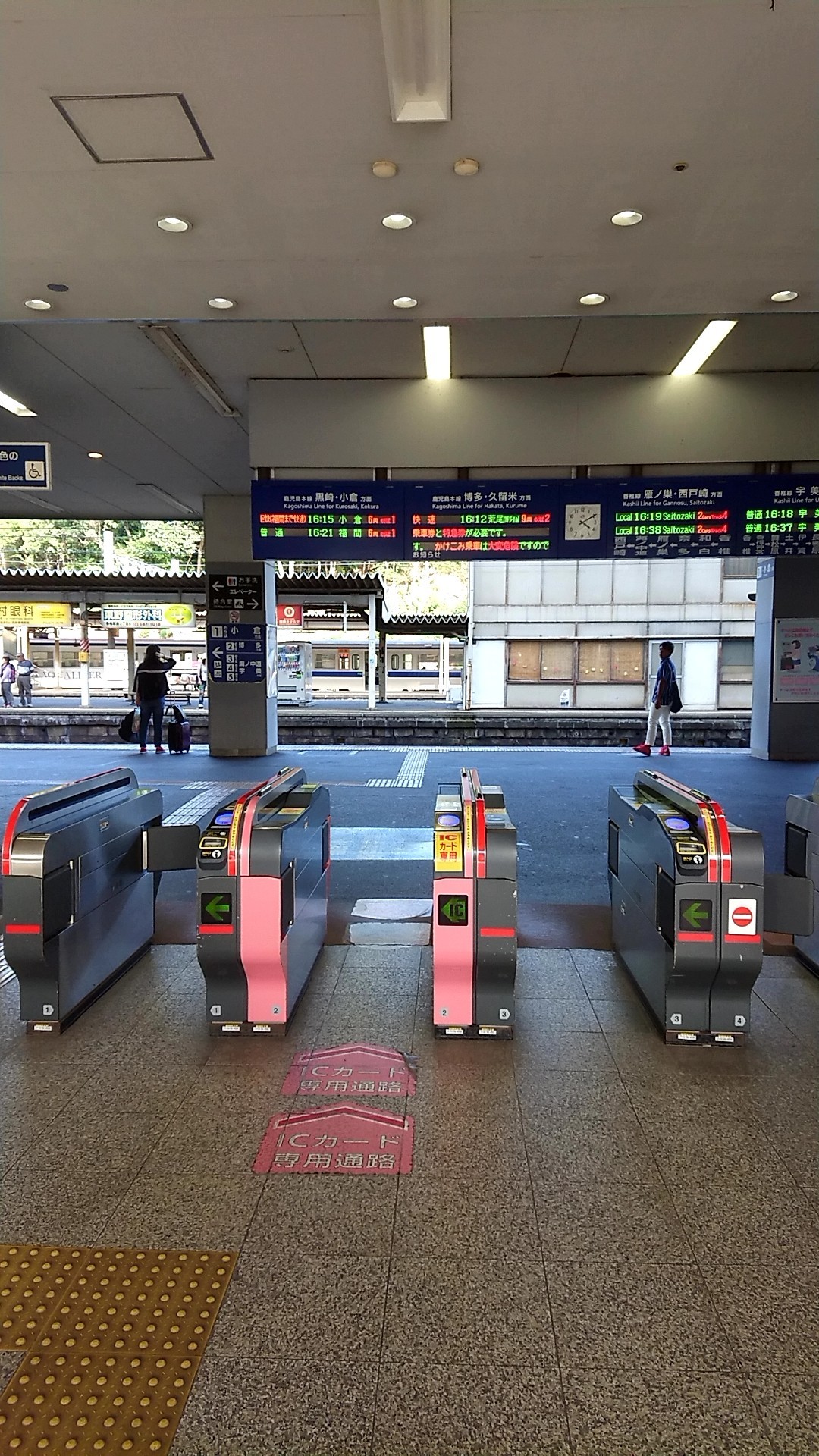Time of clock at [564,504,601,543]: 4:09
